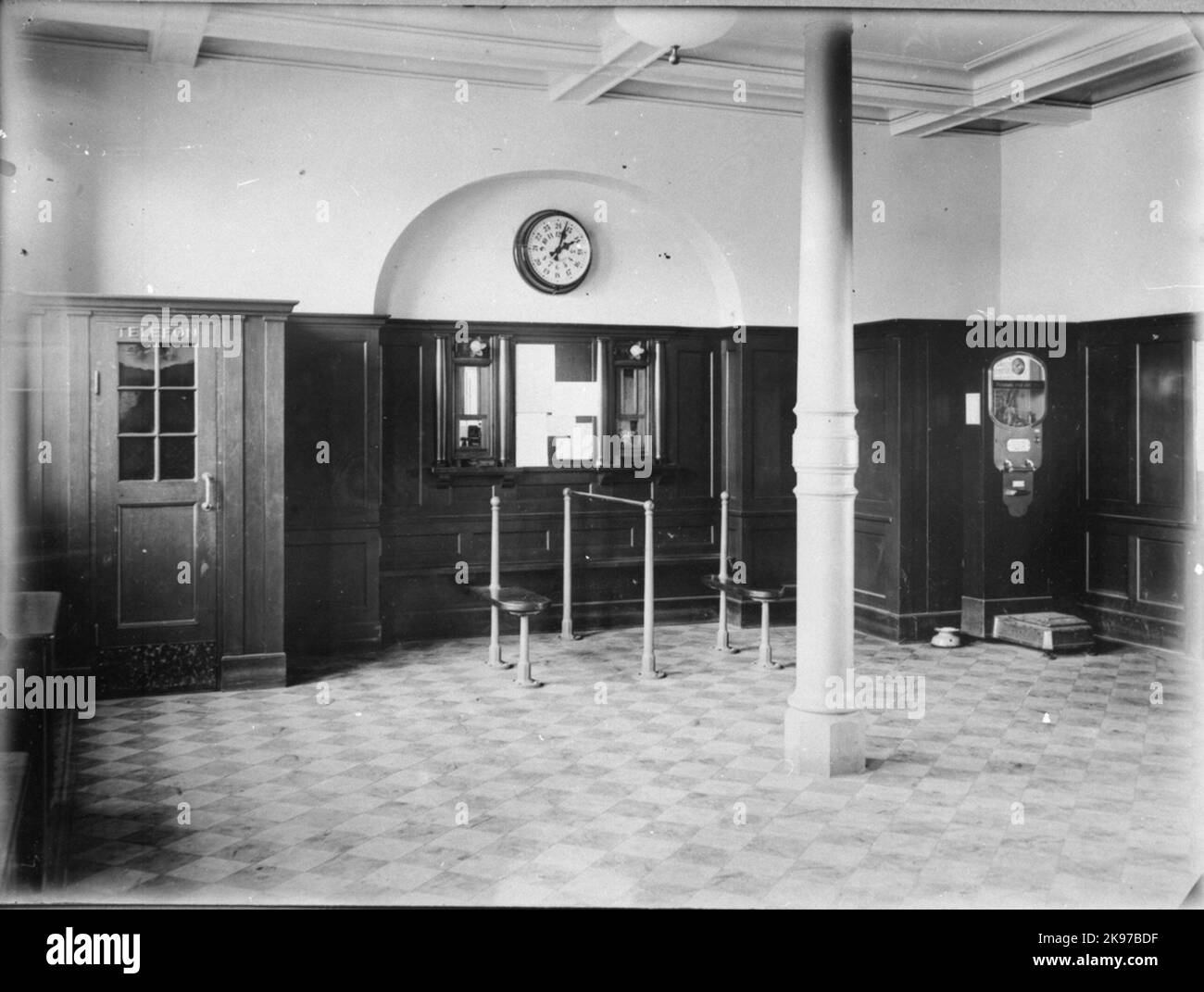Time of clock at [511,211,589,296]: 2:03
